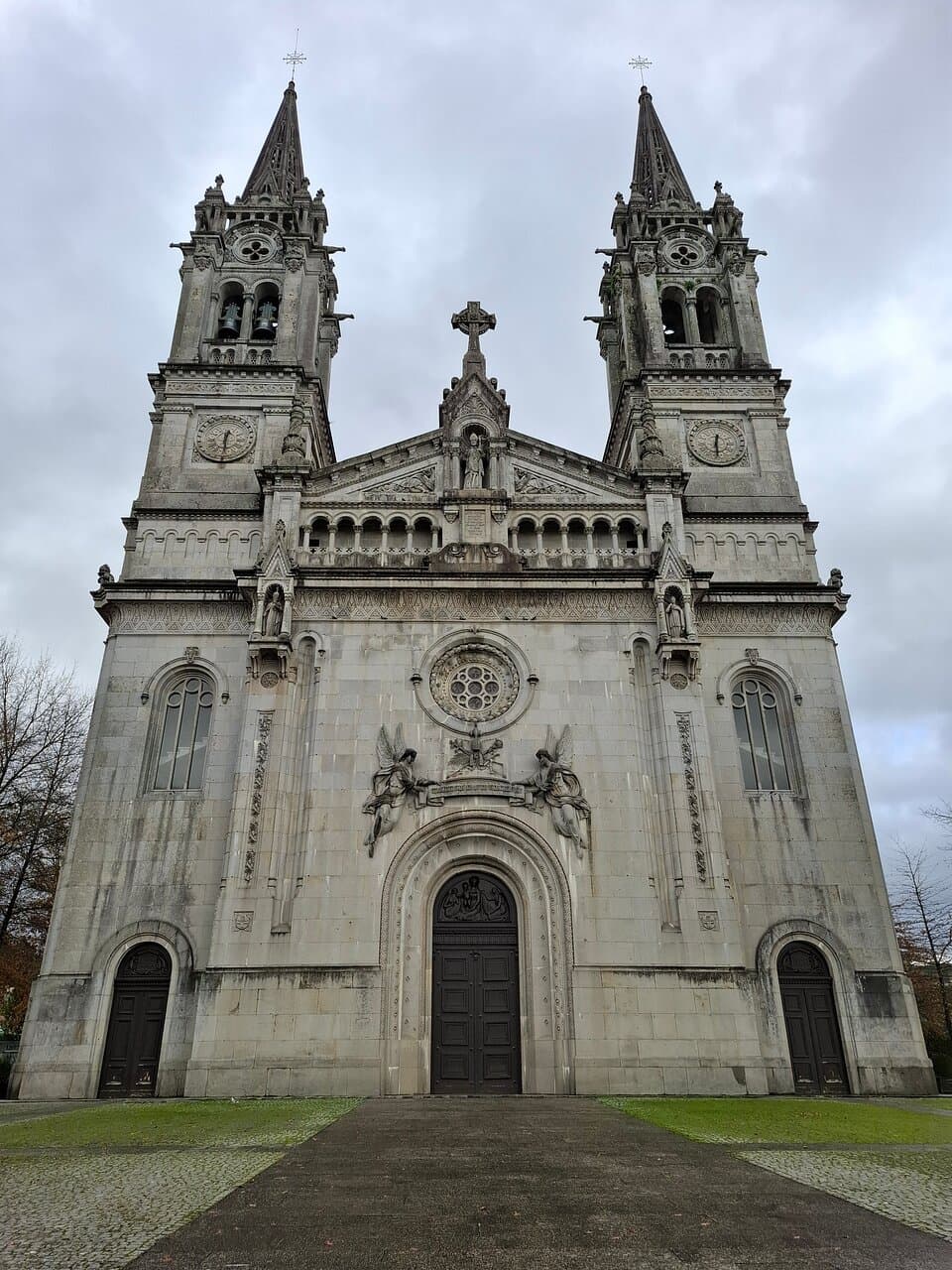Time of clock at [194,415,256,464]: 12:30
